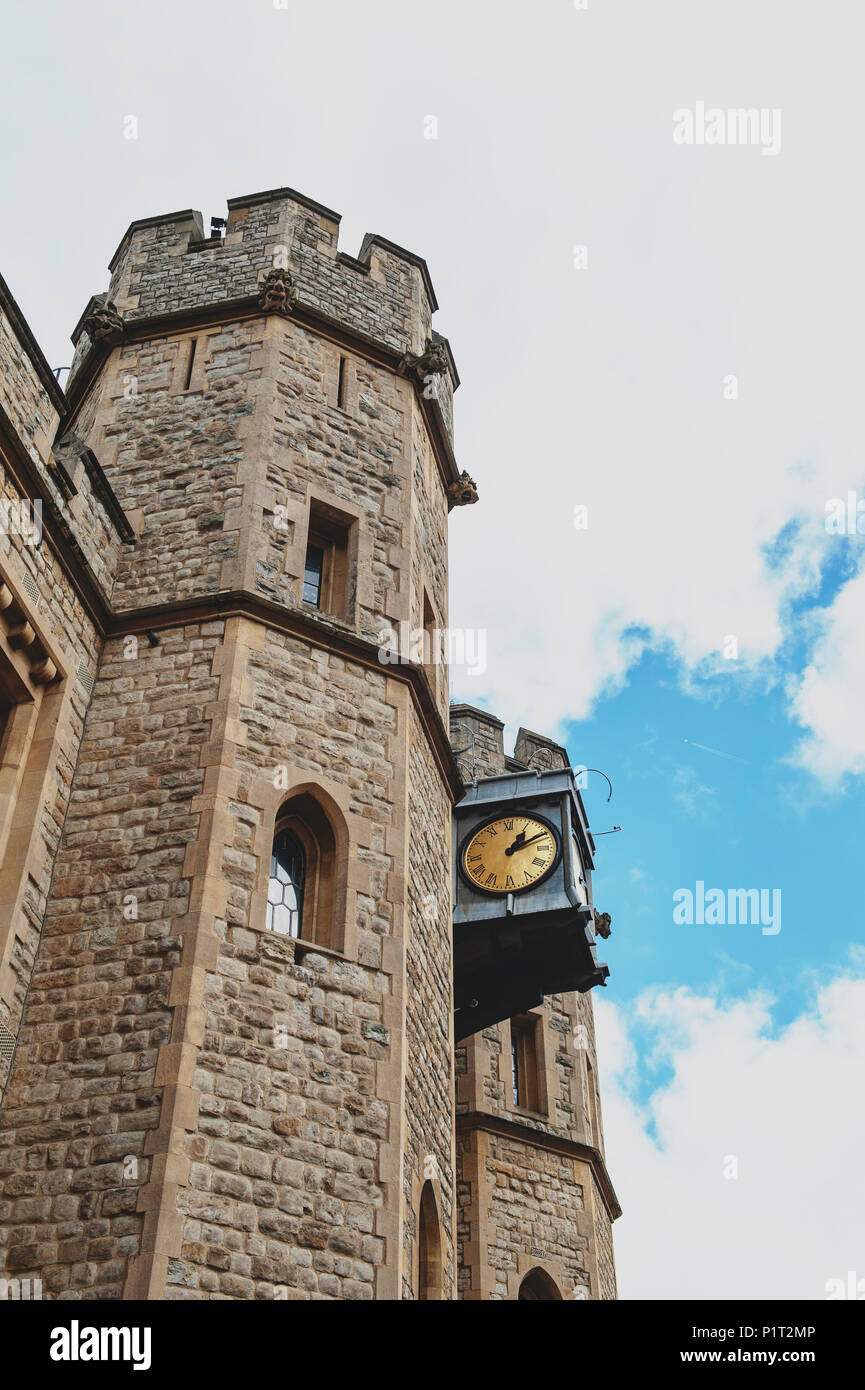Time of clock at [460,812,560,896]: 1:10
